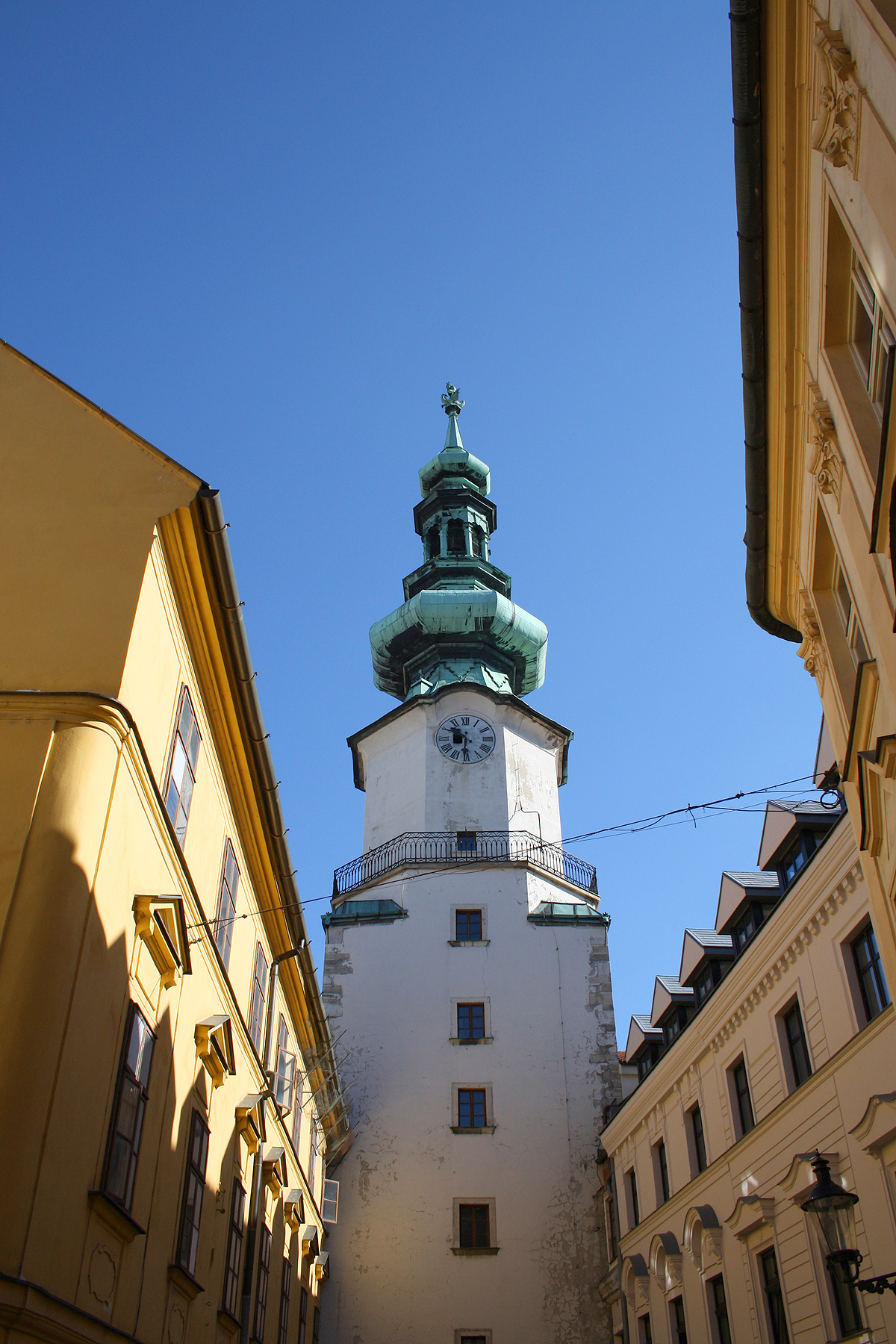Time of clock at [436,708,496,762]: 10:30
